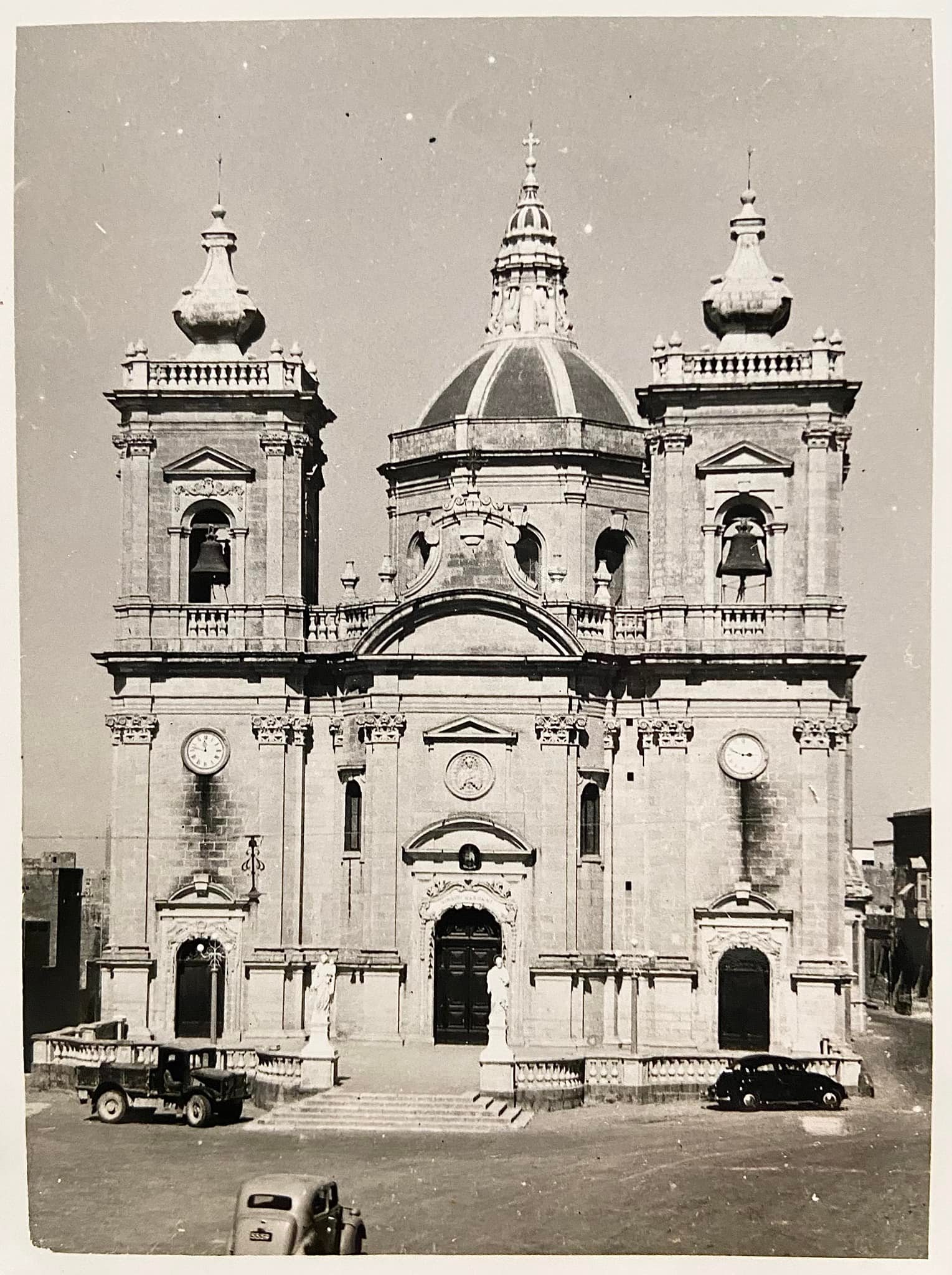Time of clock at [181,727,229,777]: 11:47
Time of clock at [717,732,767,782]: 2:48
